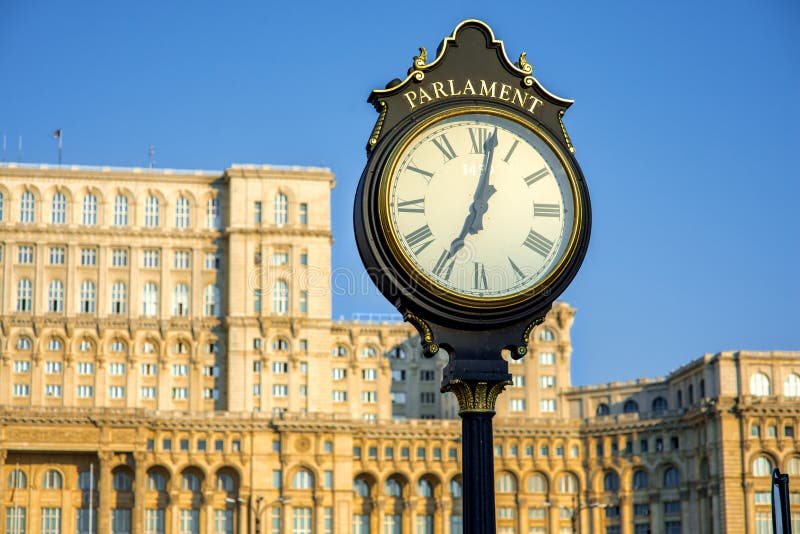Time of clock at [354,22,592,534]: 7:02
